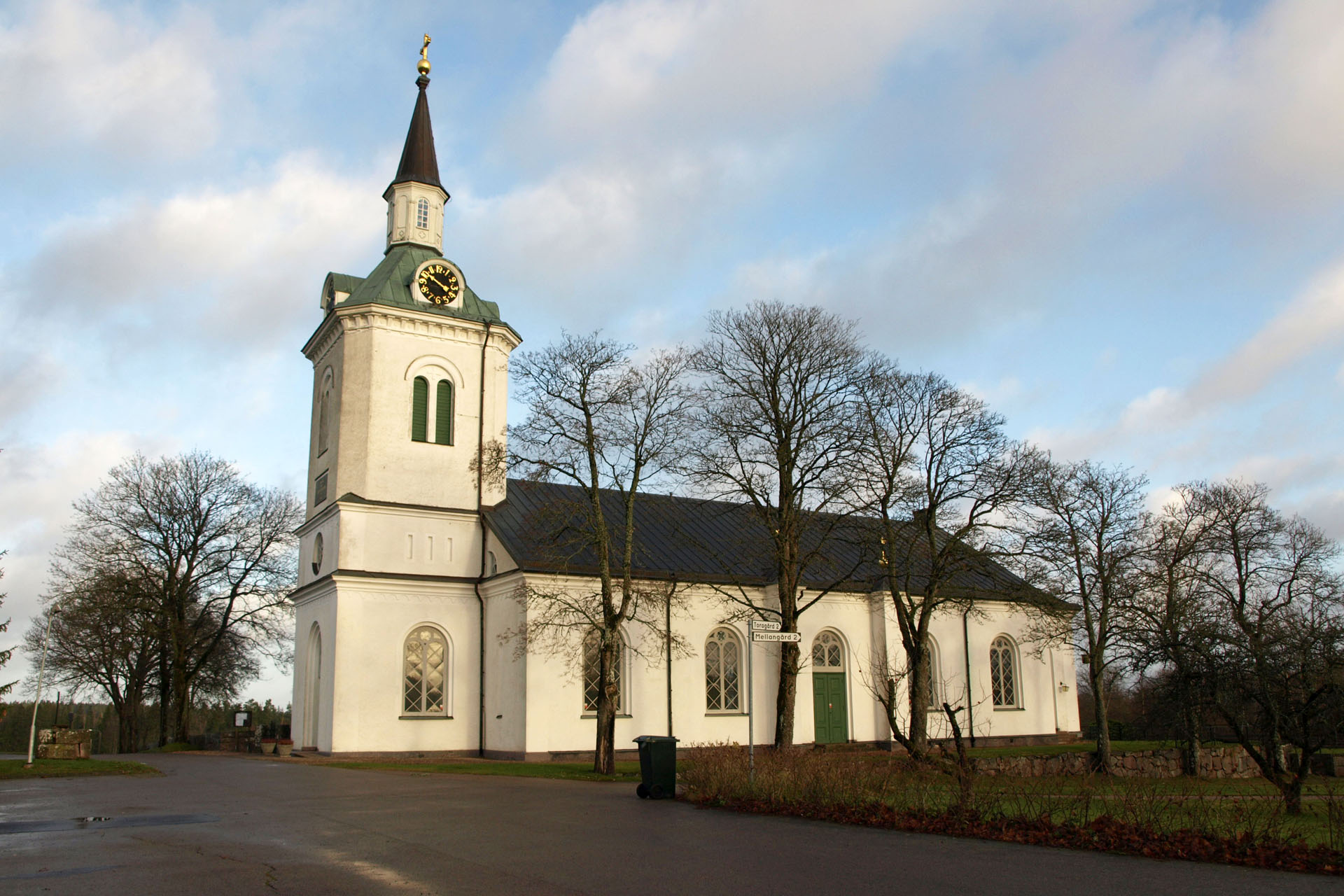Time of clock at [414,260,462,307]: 3:50
